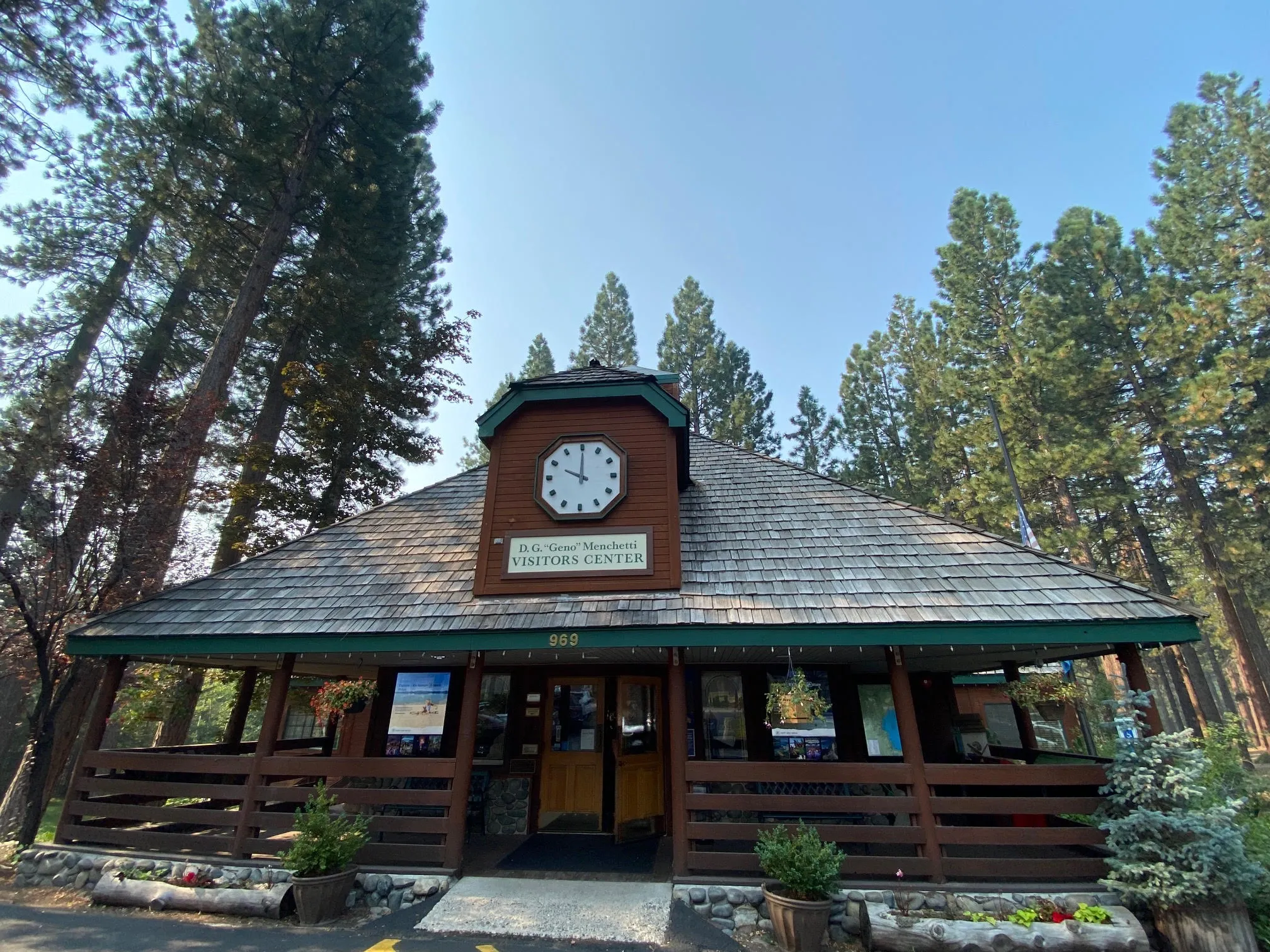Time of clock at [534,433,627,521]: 10:00
